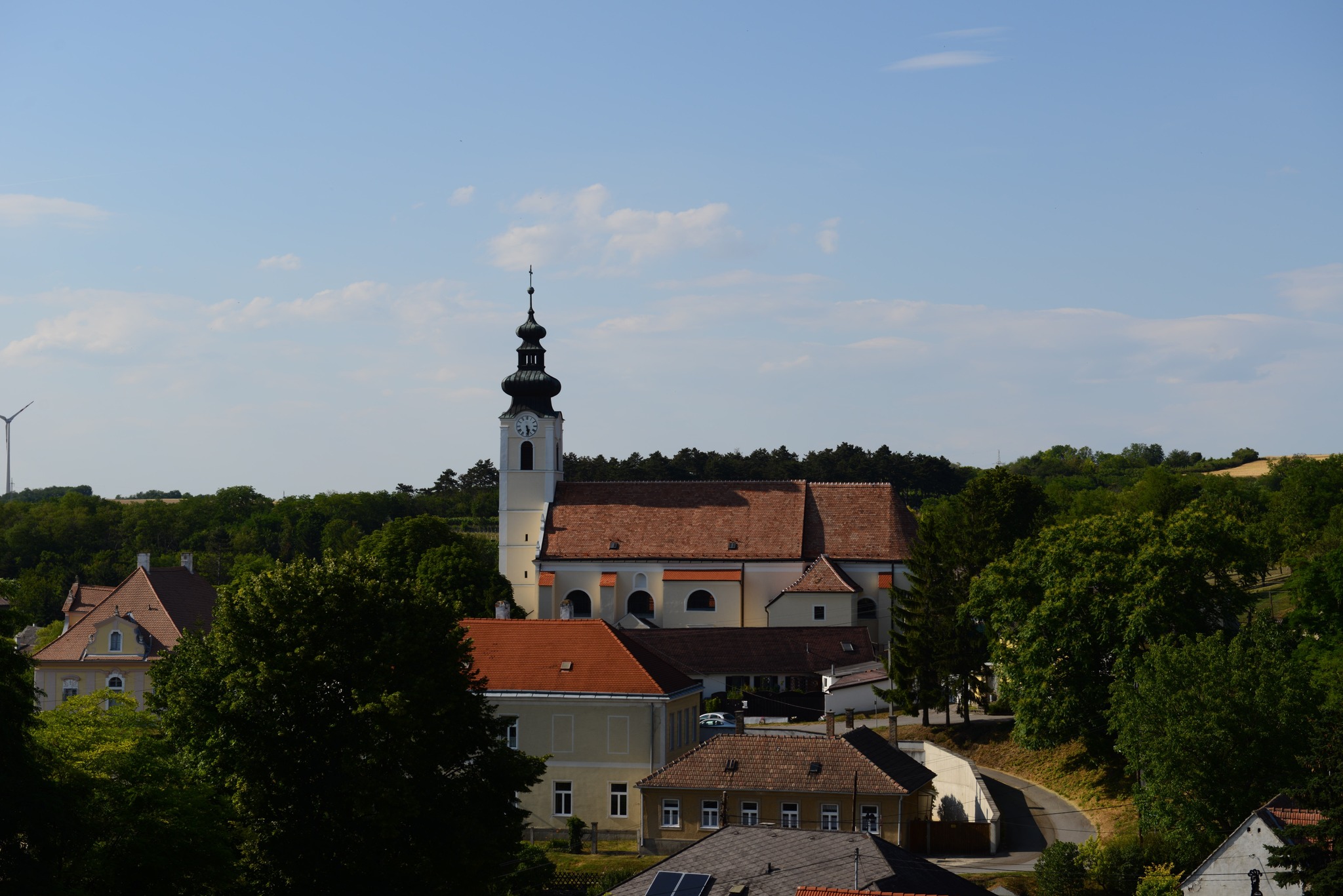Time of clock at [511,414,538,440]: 5:28
